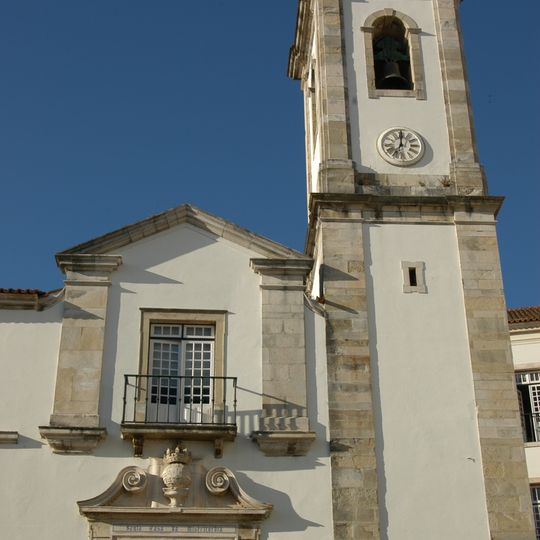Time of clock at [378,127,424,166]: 7:00
